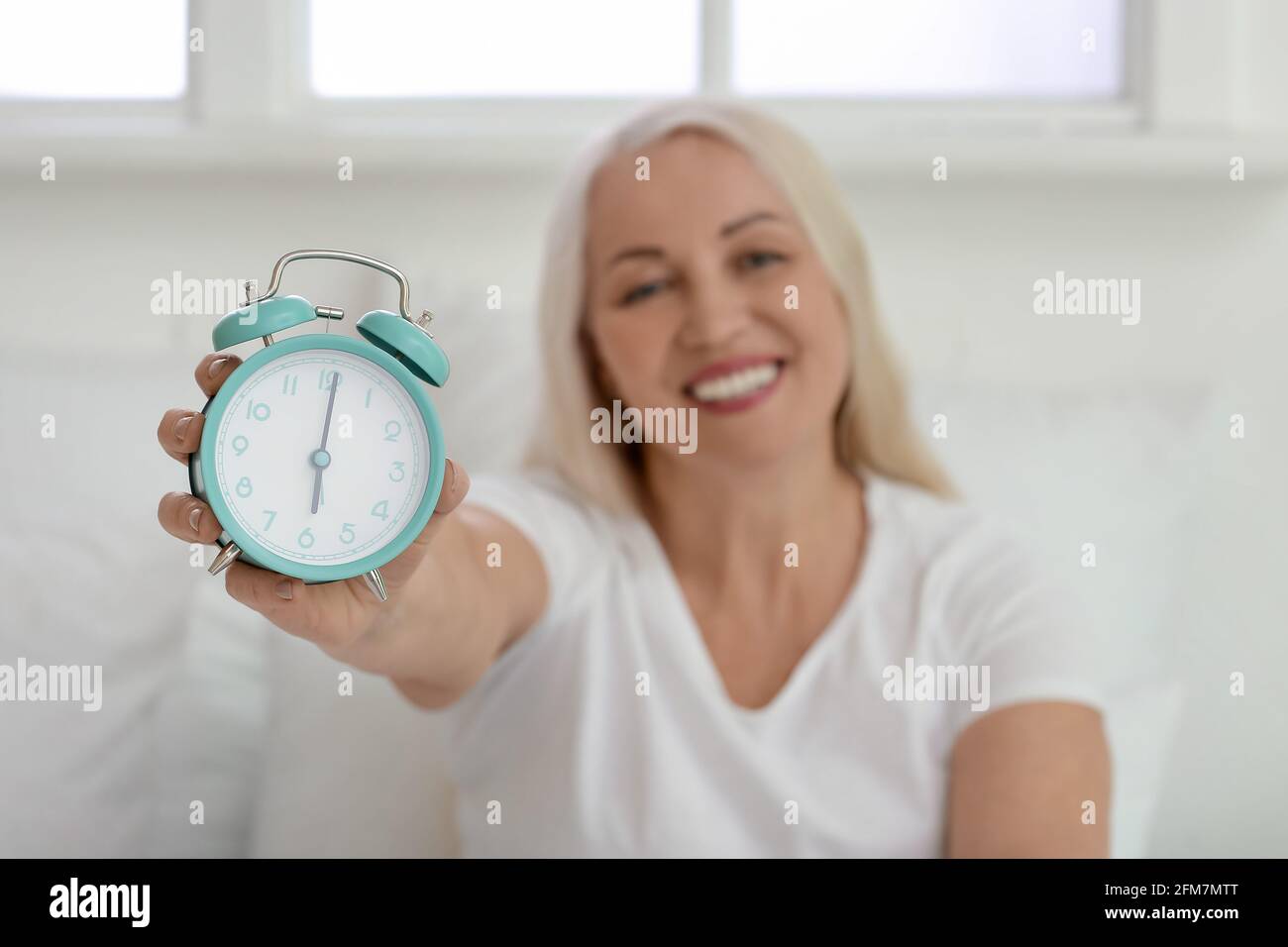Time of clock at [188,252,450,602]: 6:00
